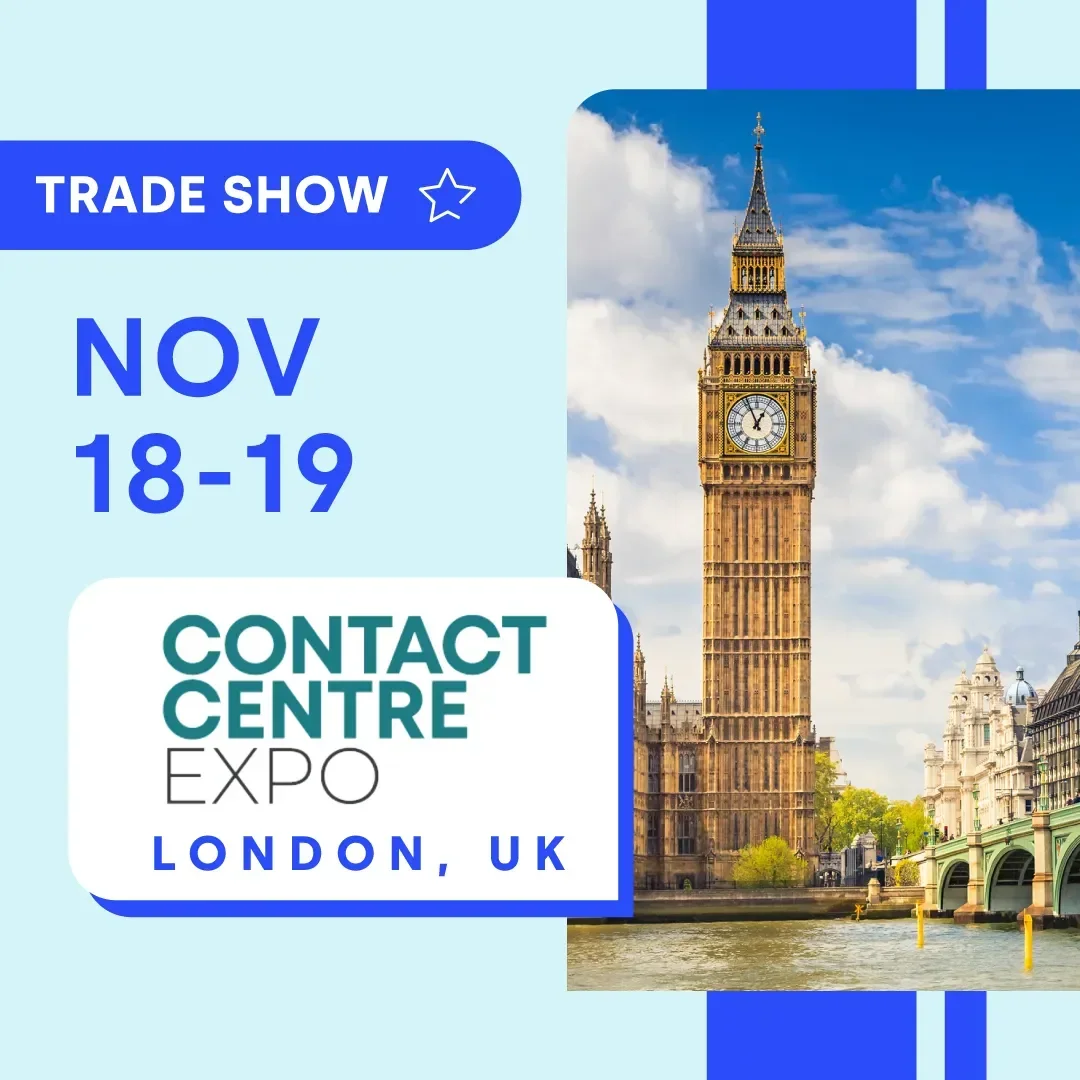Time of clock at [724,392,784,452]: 12:56
